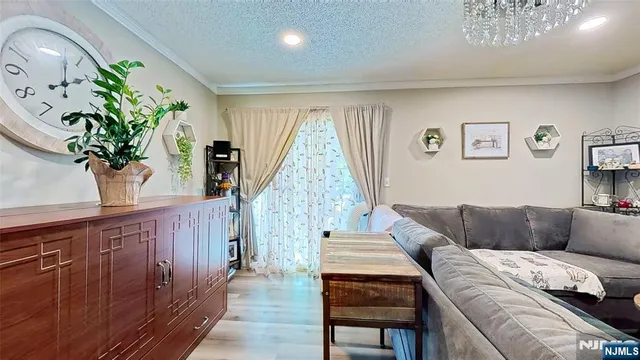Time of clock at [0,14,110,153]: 2:01
